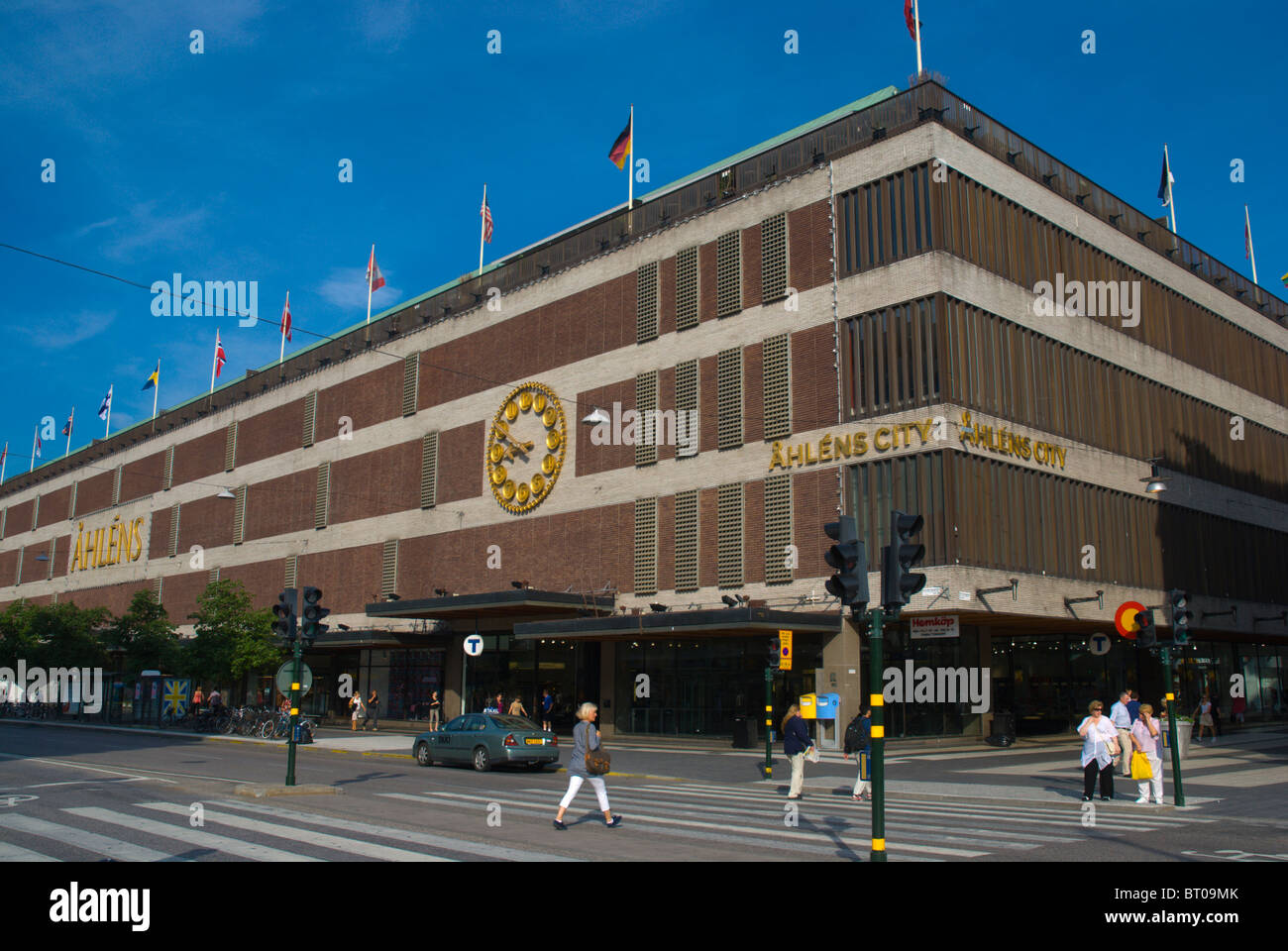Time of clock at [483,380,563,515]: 8:49
